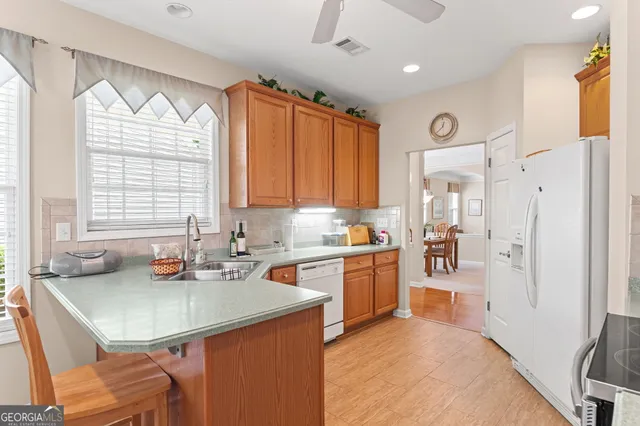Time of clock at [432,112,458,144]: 12:37
